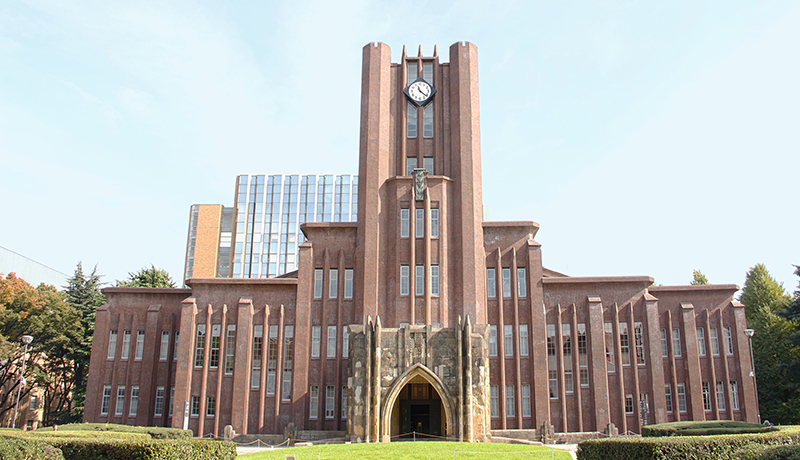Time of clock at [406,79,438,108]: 11:21
